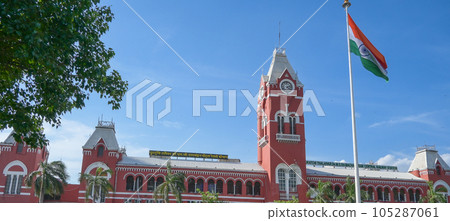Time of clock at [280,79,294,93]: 4:12
